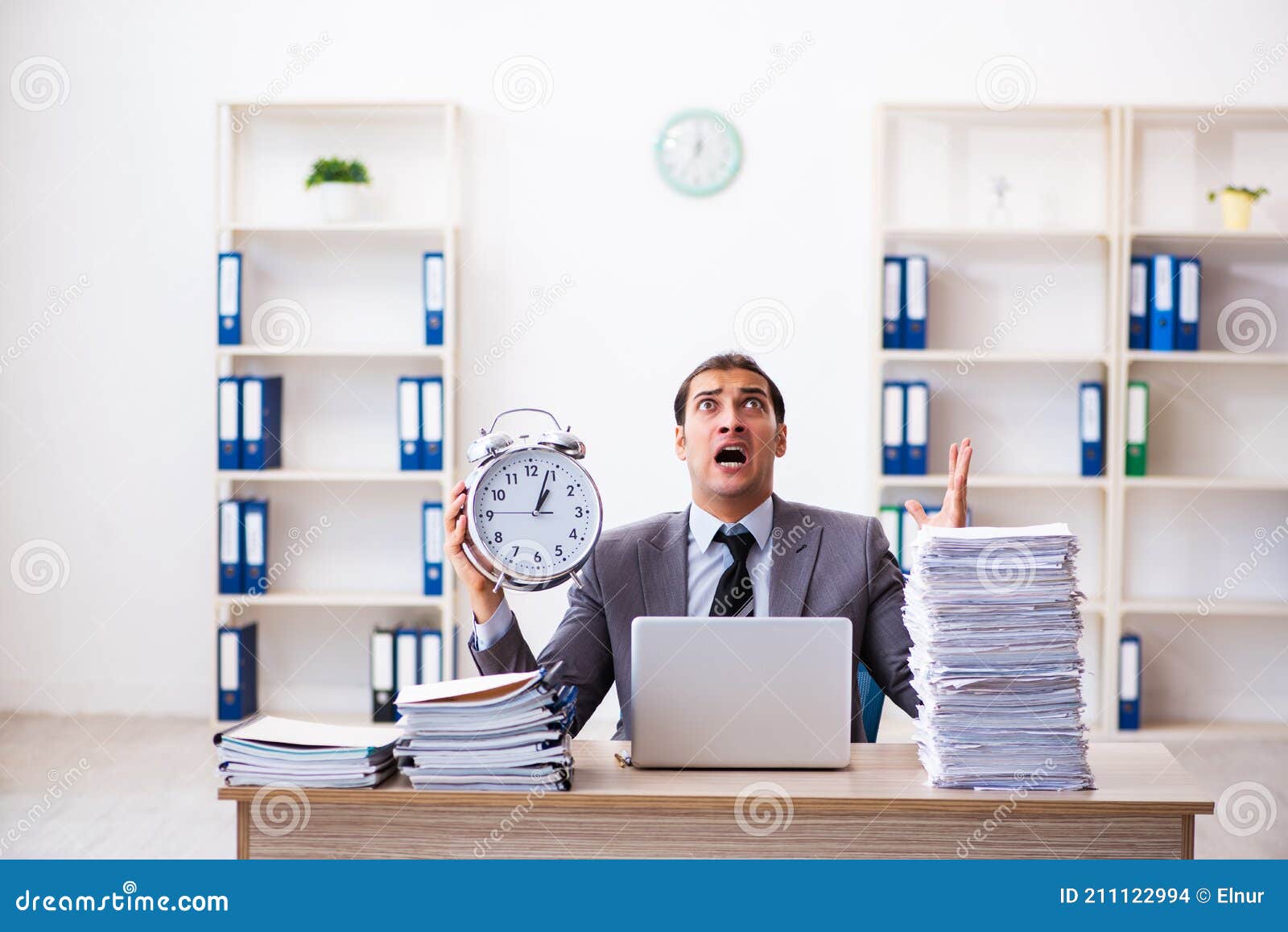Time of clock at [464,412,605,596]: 1:03
